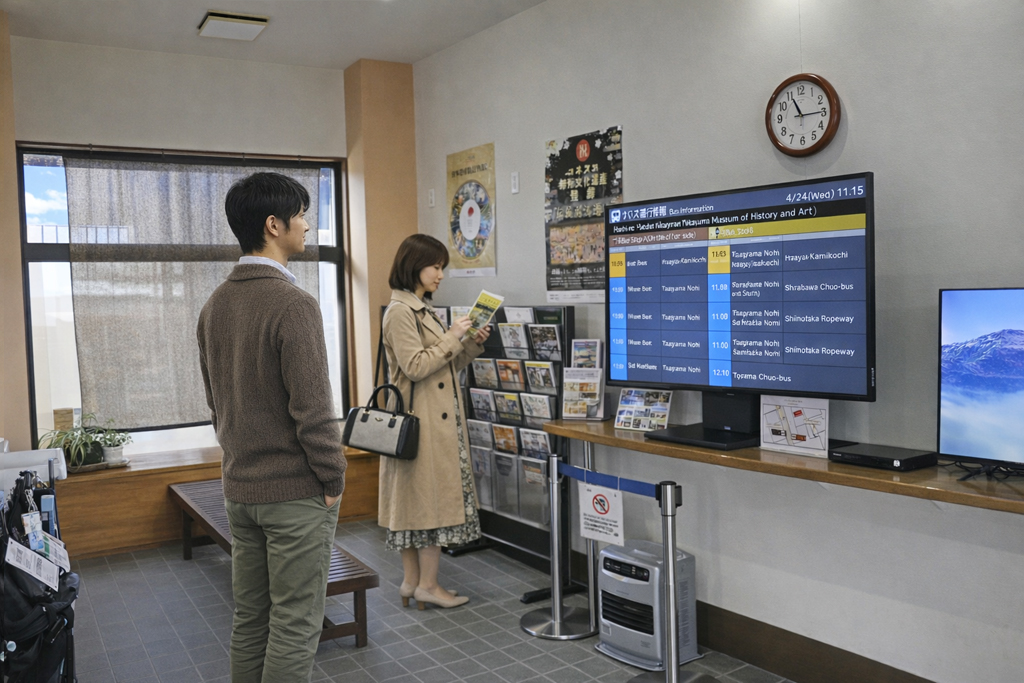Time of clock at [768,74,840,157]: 11:14
